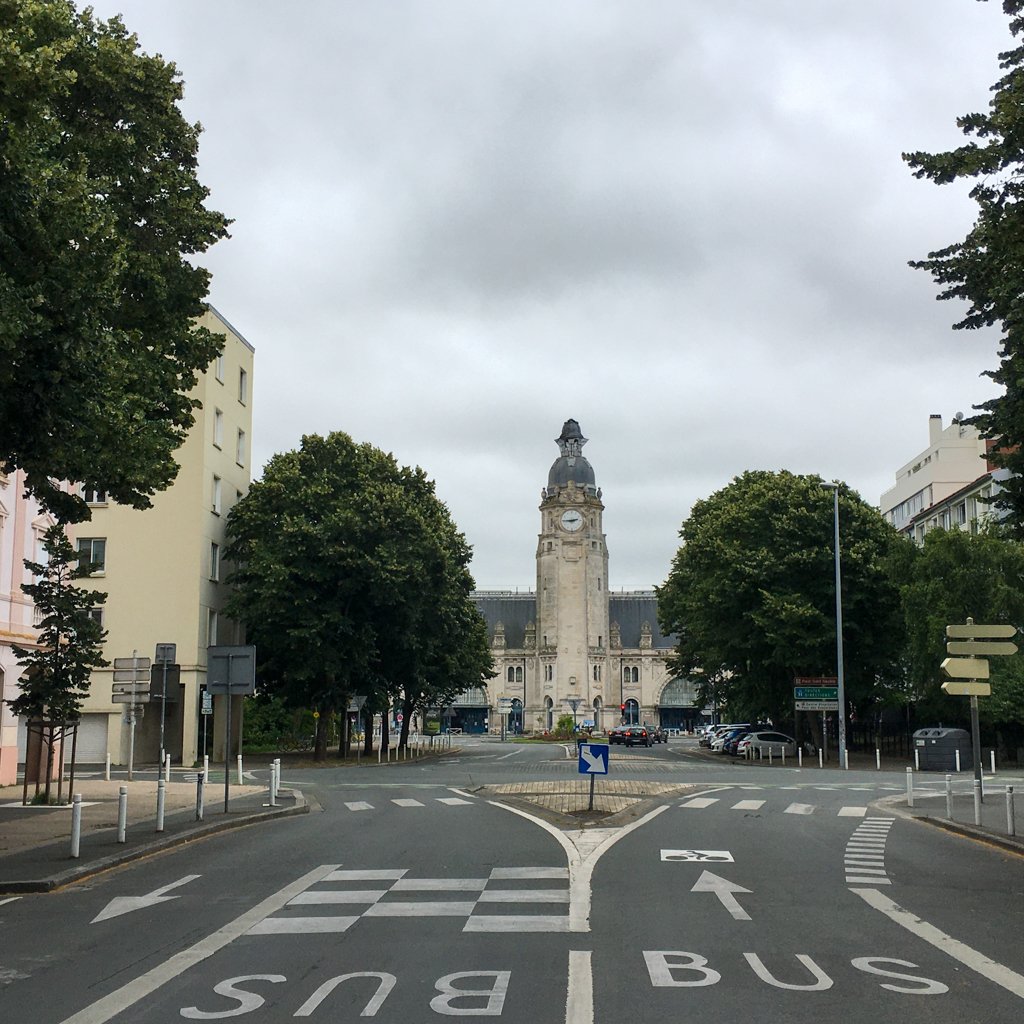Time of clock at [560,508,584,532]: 2:45
